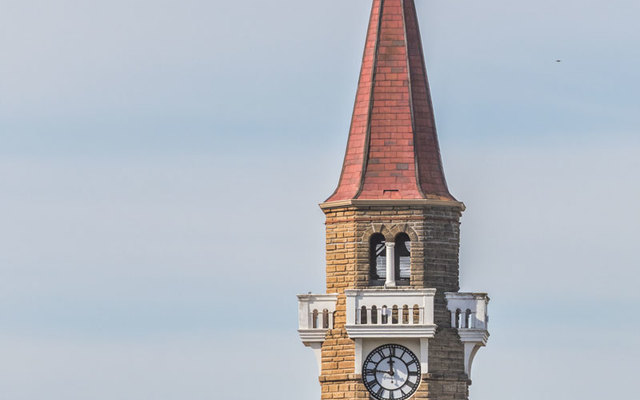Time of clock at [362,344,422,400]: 11:46
